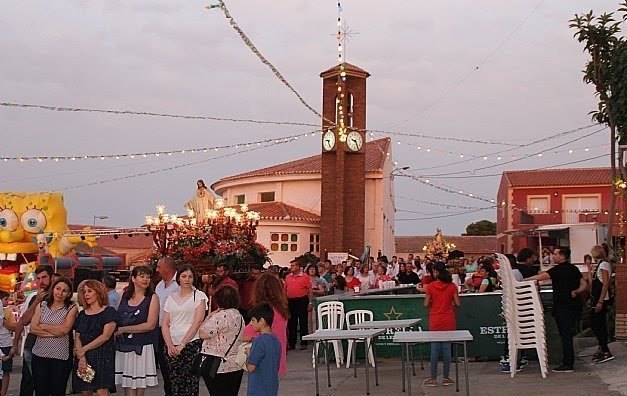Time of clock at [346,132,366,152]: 9:25
